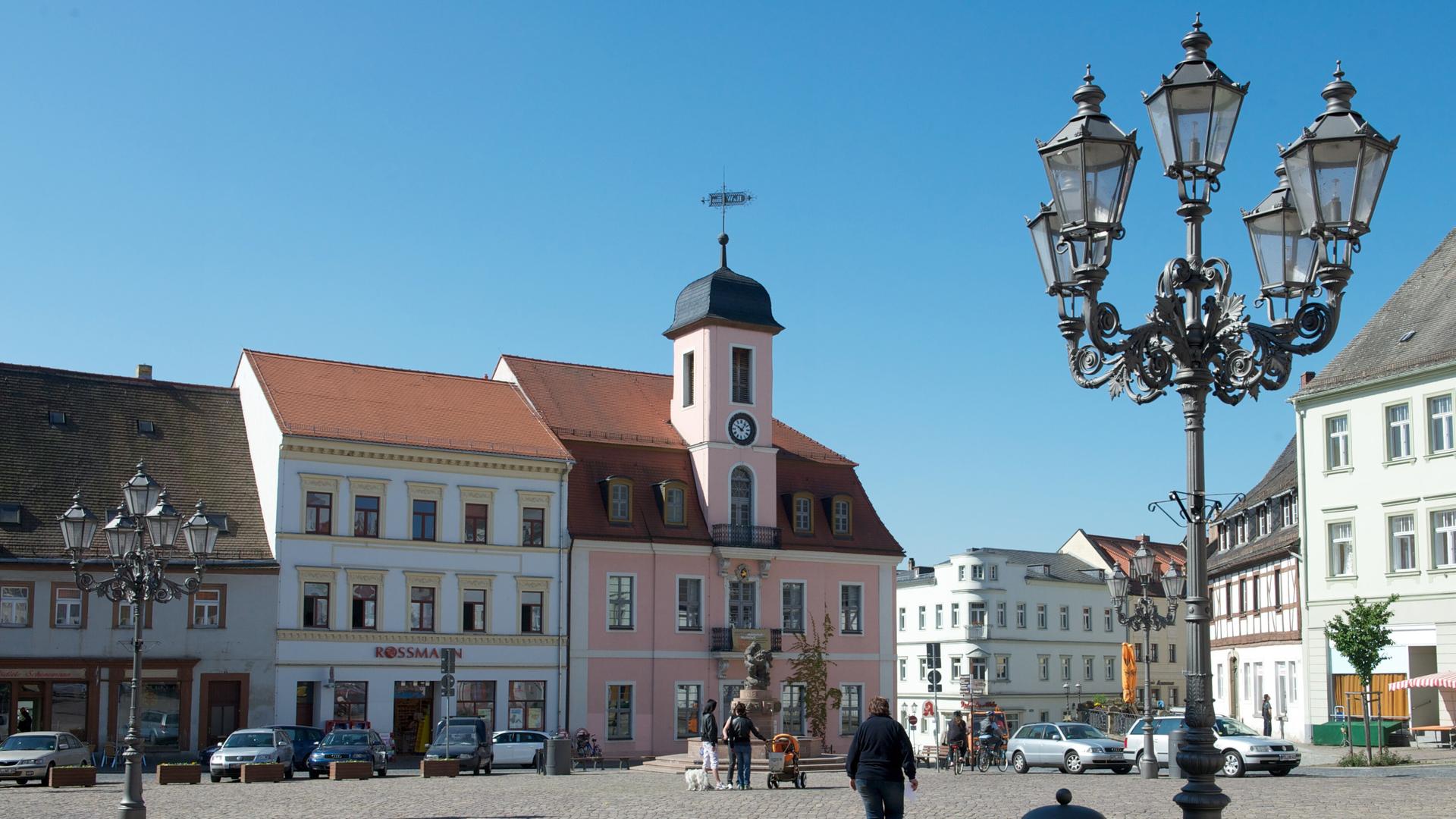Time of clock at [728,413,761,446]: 10:06
